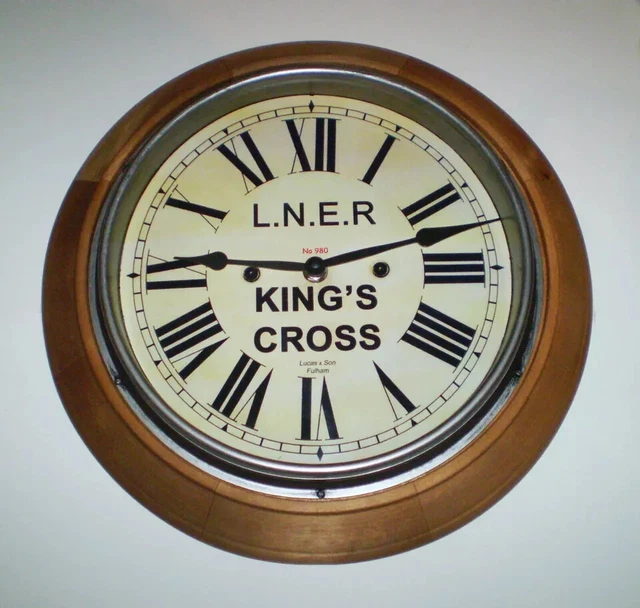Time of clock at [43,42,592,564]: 9:12
